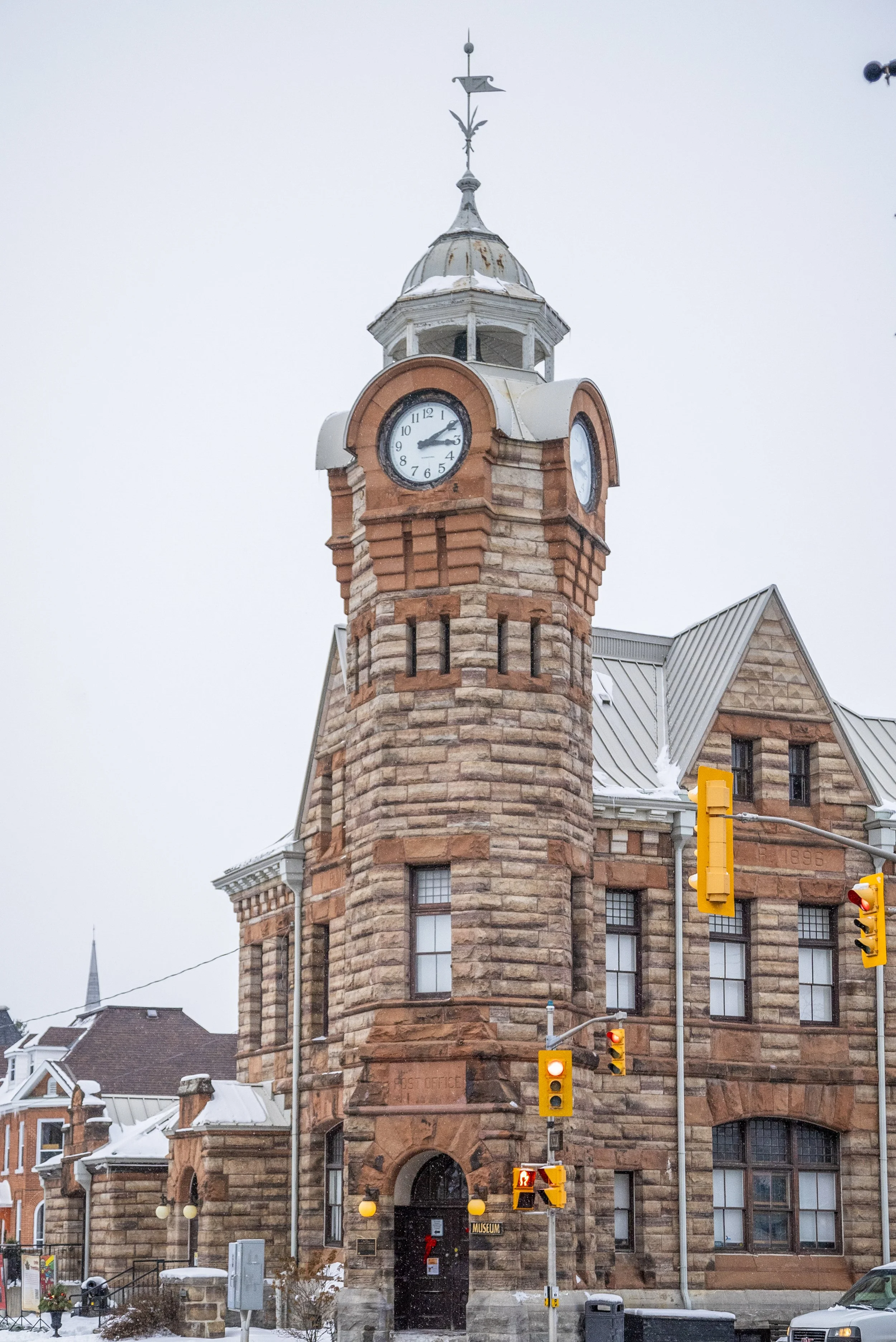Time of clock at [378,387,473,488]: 3:10
